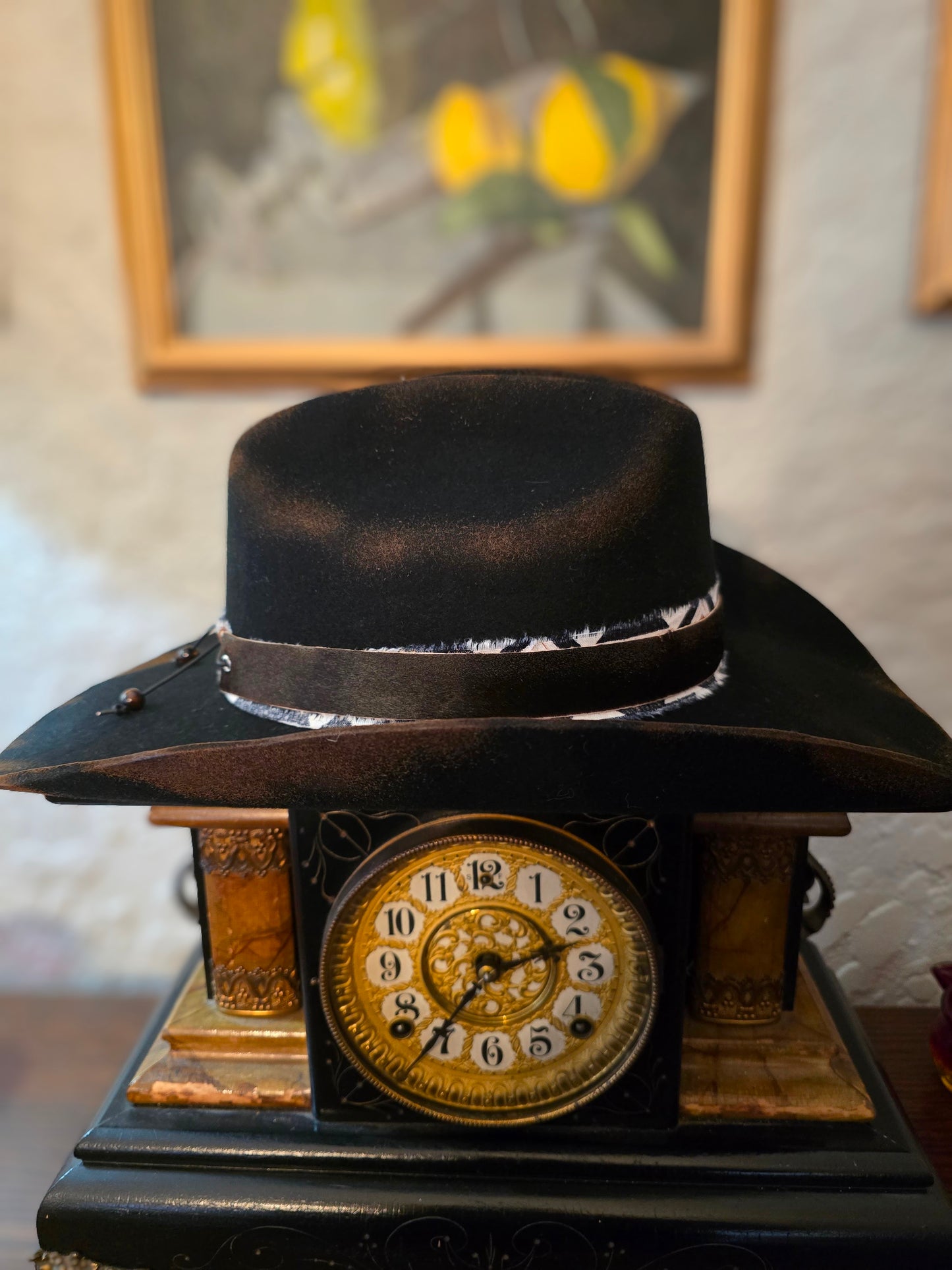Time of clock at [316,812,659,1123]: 2:36
